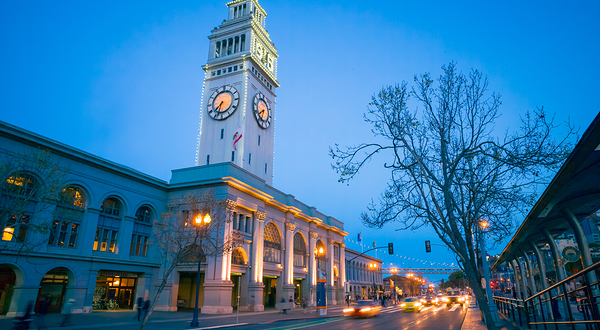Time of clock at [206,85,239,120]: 7:32
